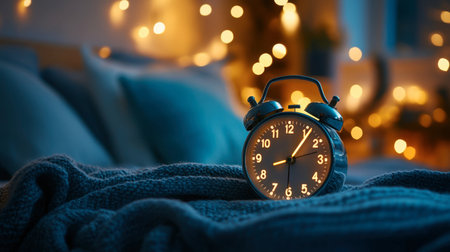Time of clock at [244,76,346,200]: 8:06
